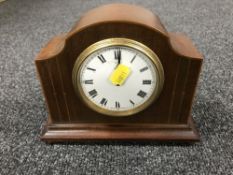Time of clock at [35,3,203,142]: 1:00
